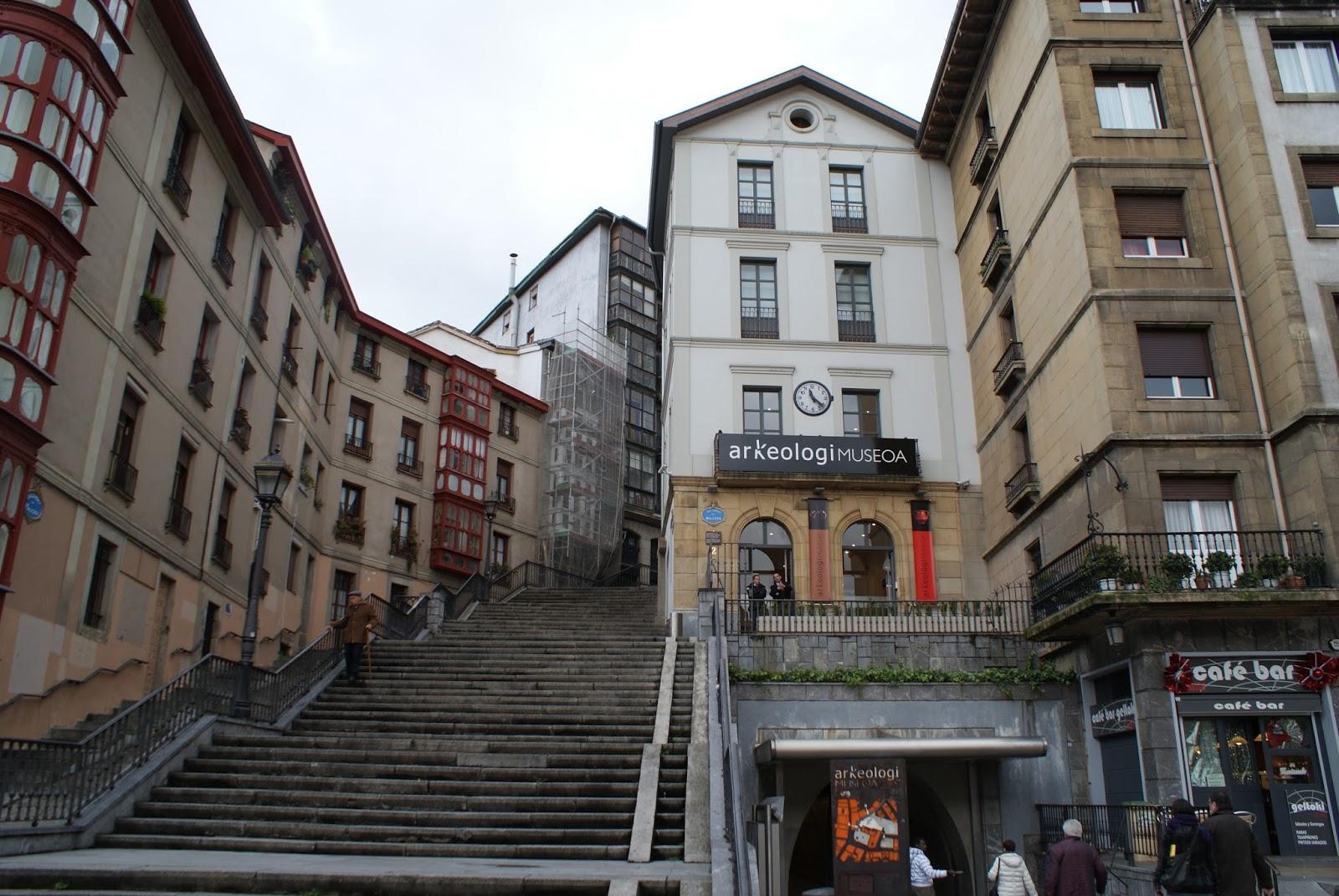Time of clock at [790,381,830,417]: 11:22
